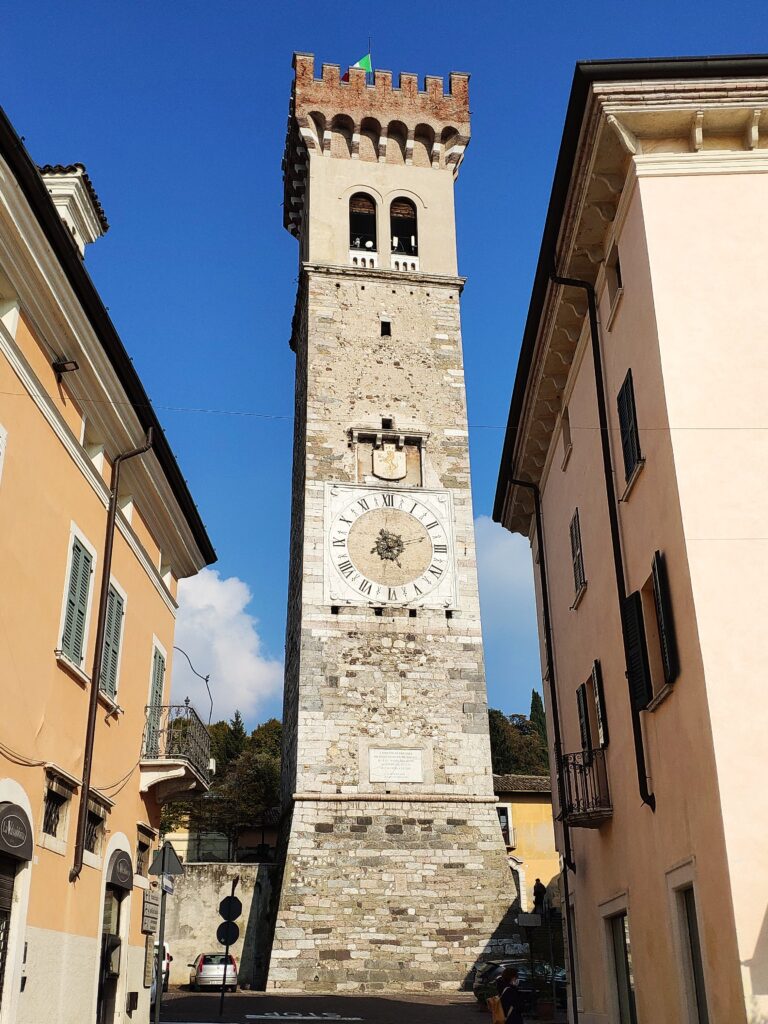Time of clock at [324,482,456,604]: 5:12
